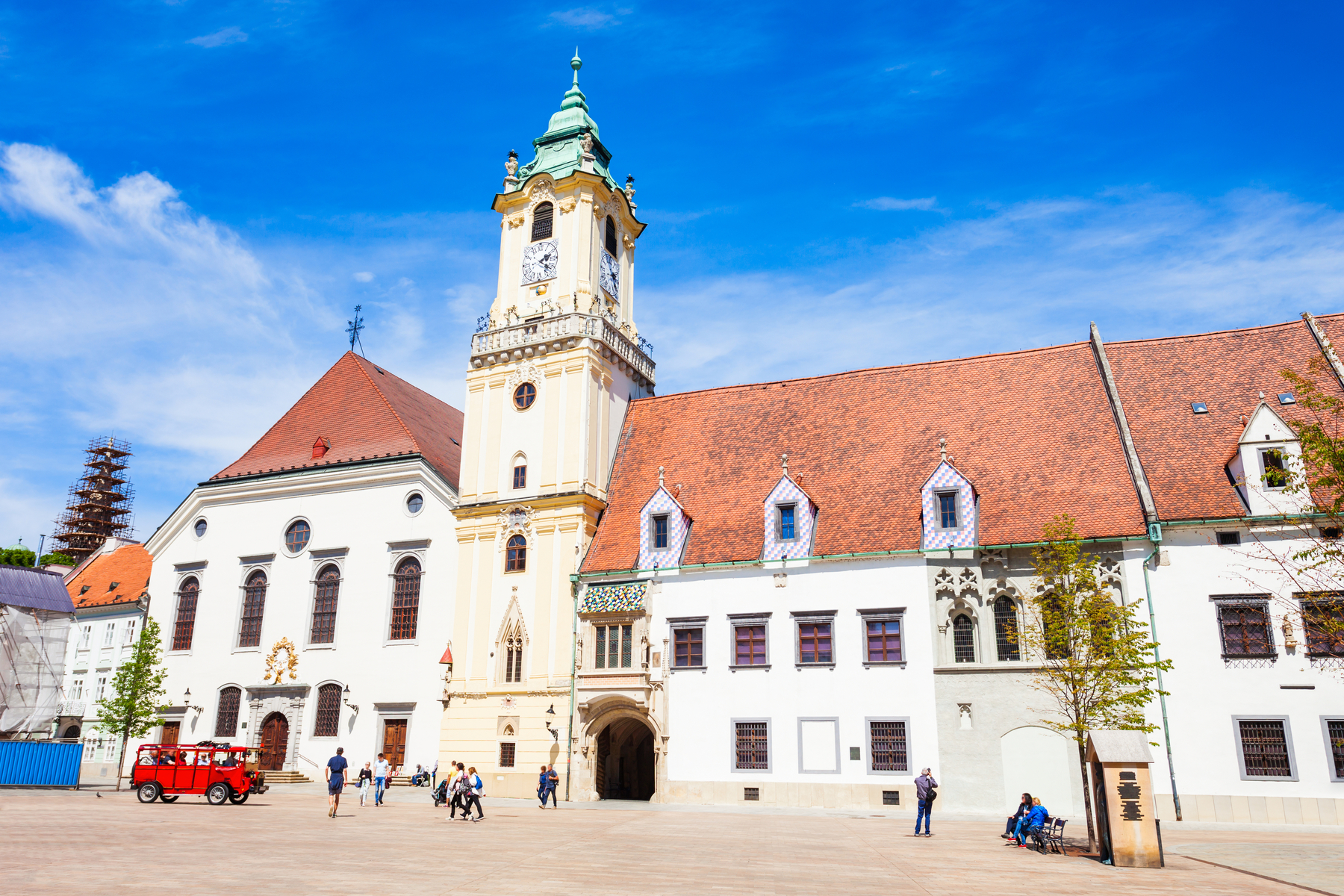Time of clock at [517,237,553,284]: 2:21
